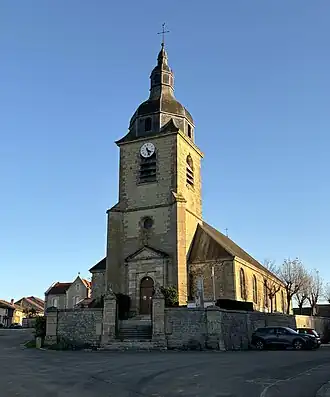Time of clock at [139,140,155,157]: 4:26
